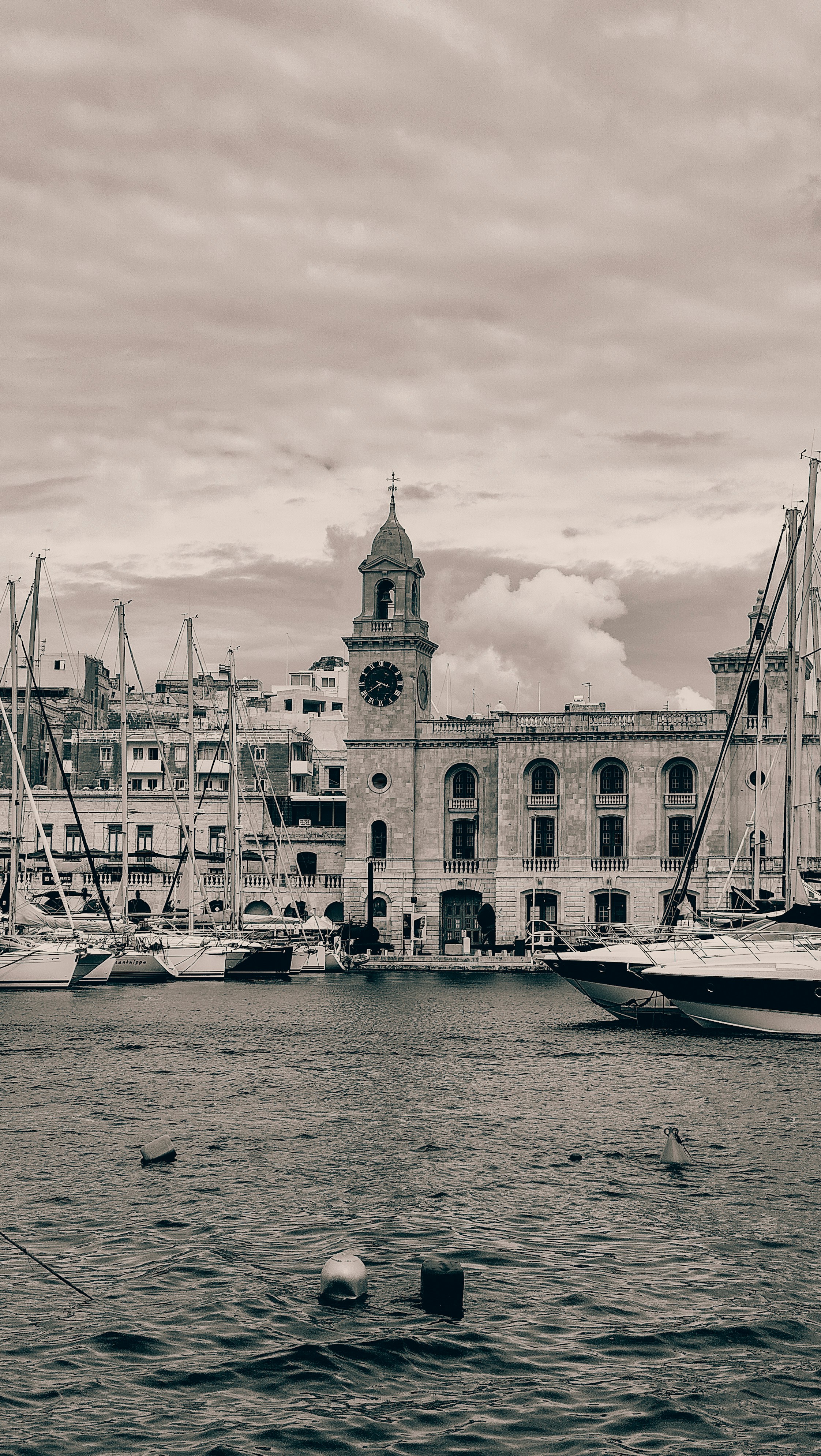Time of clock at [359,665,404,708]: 3:39
